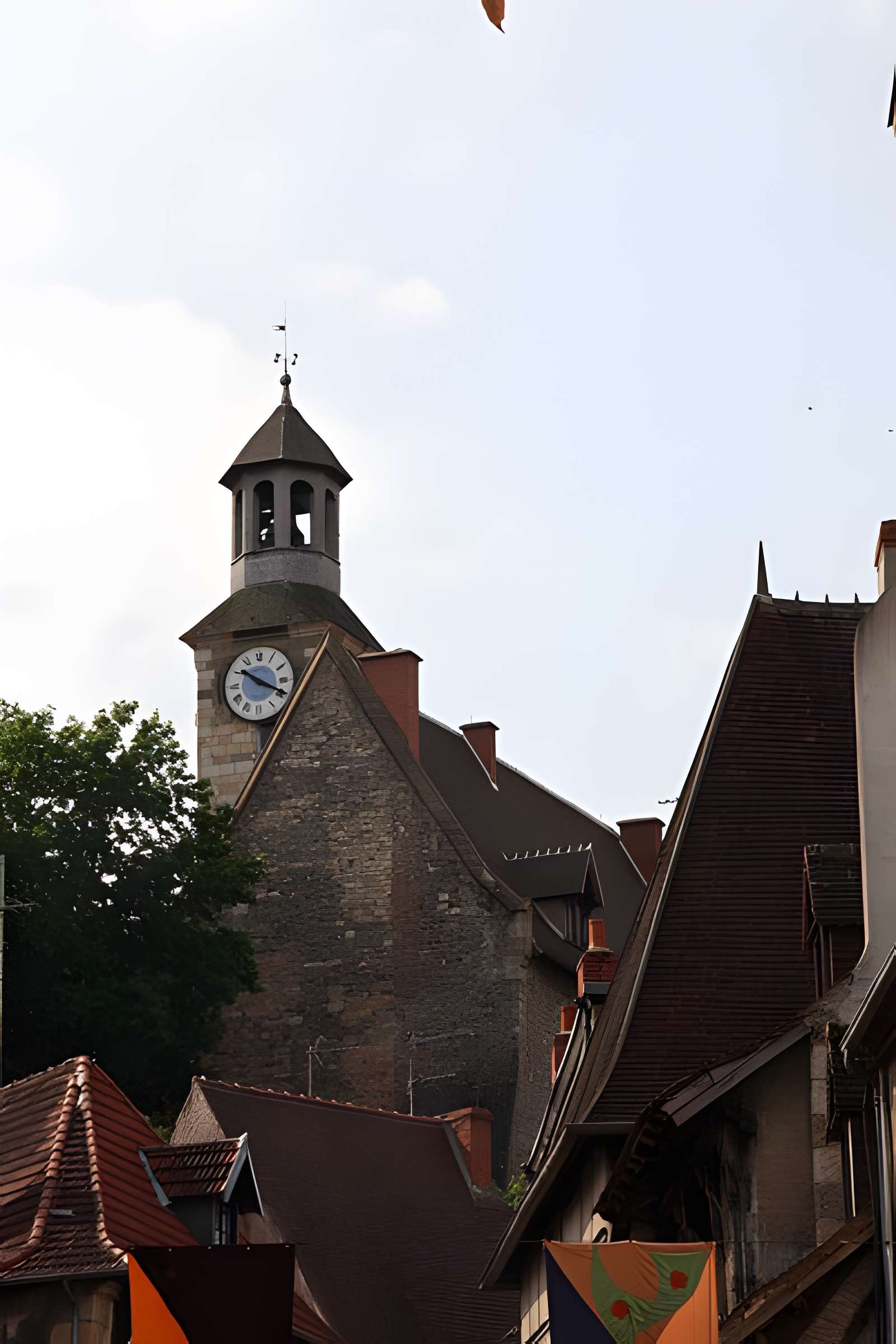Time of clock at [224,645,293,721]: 10:19
